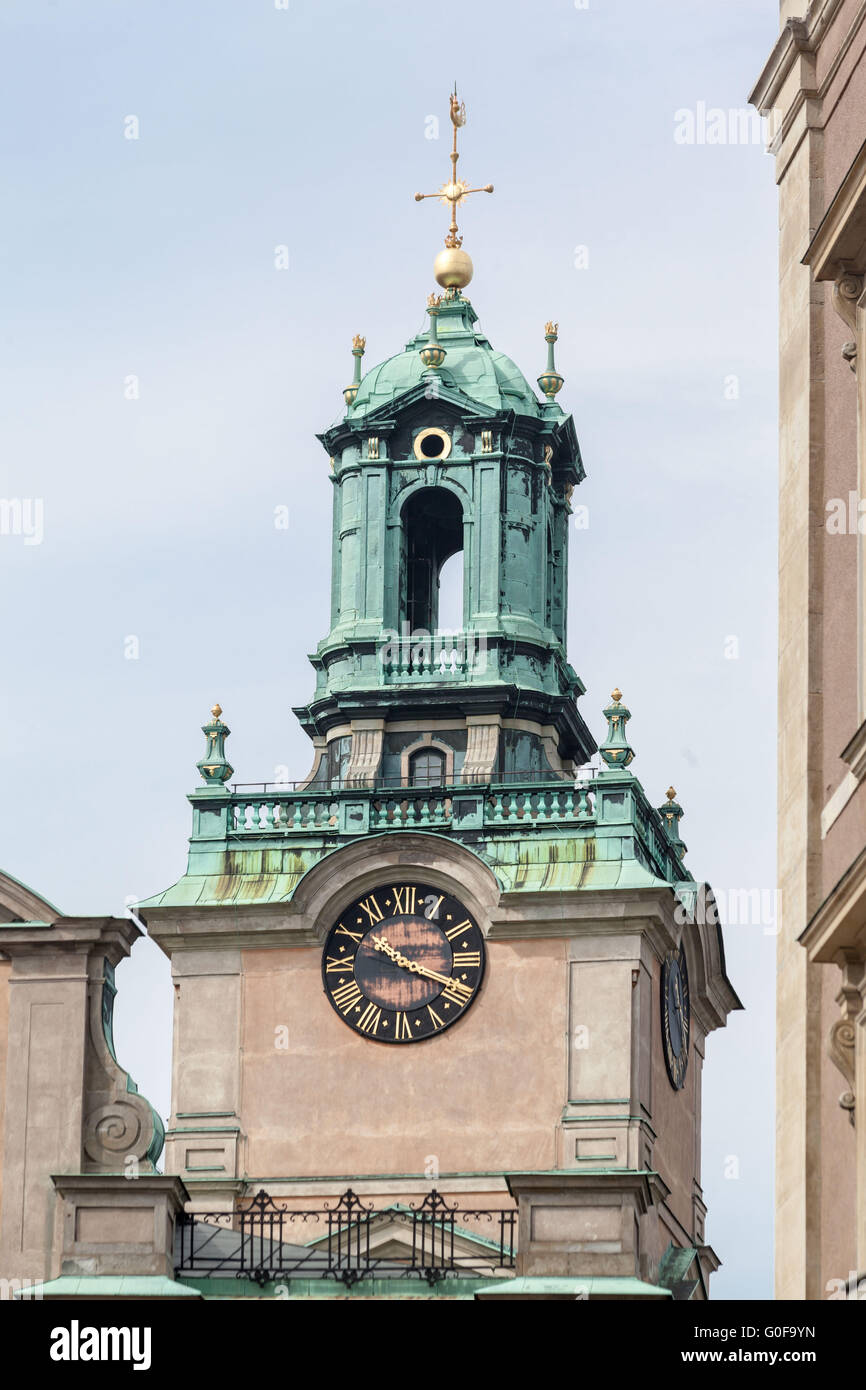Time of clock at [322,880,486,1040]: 10:18
